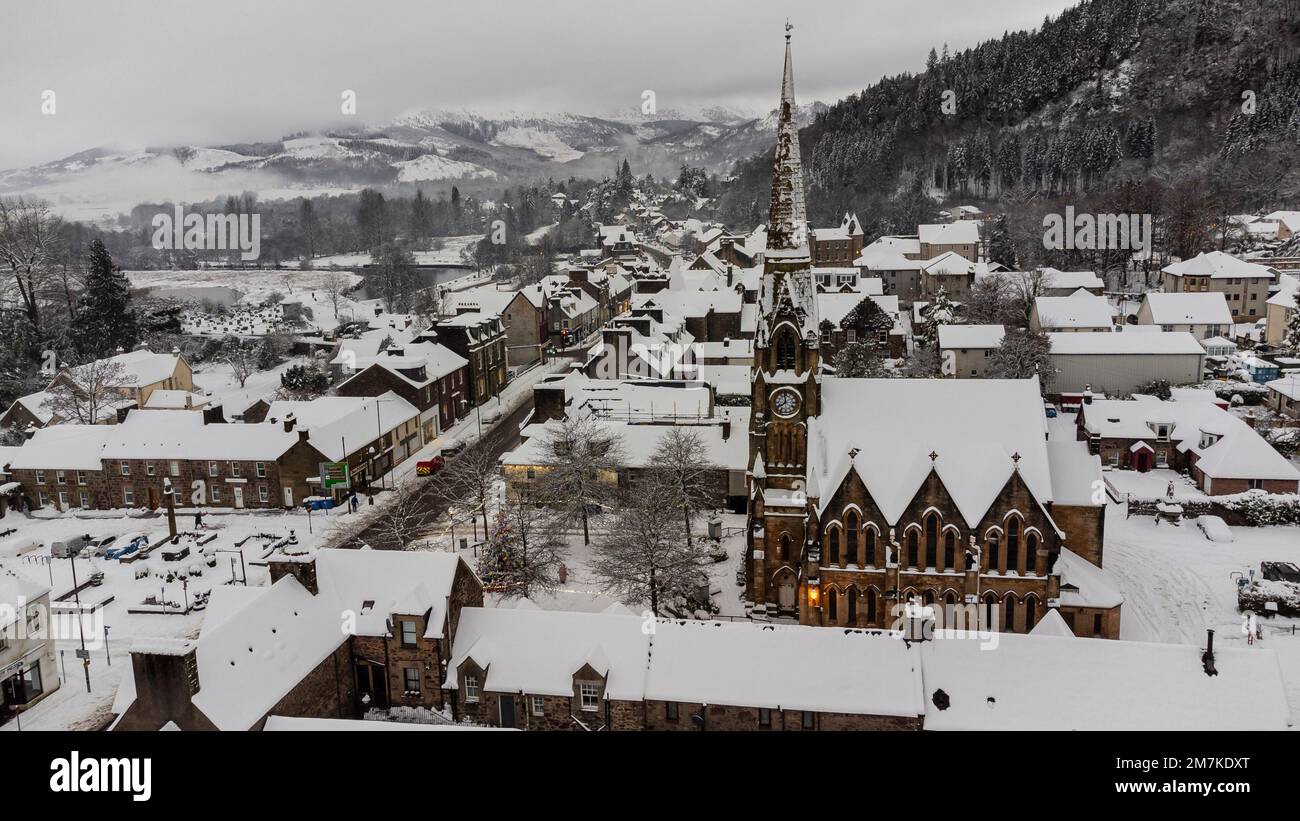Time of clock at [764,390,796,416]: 7:59
